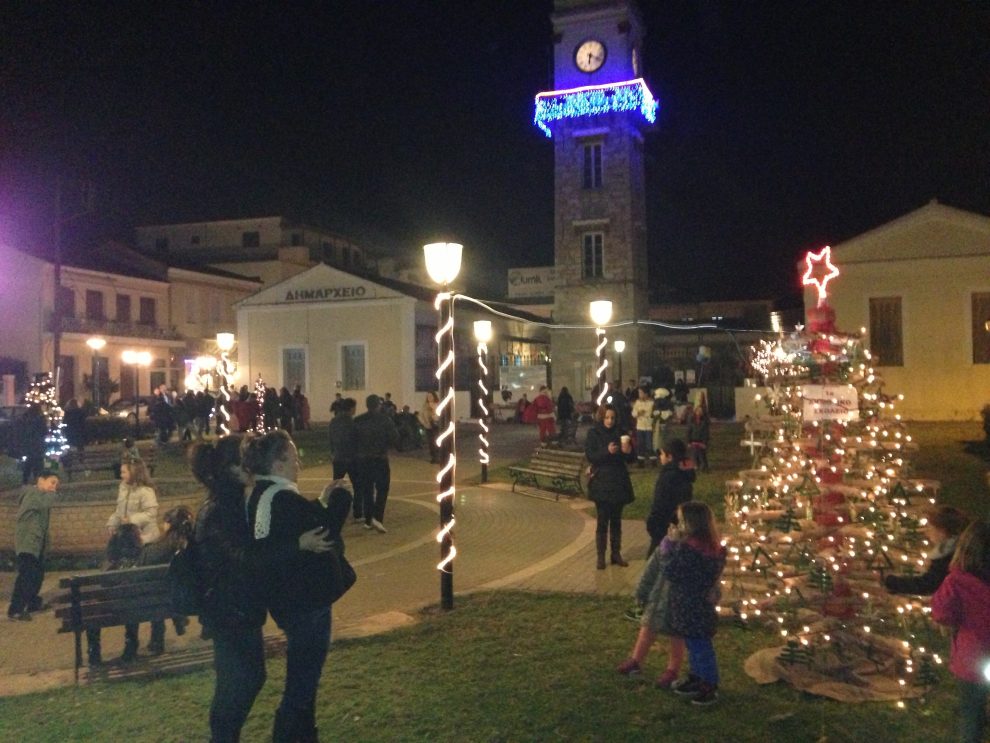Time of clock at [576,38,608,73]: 6:18
